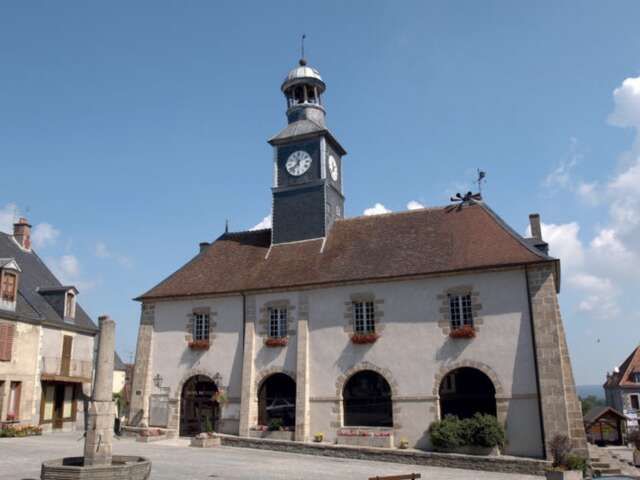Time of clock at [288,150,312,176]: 11:37
